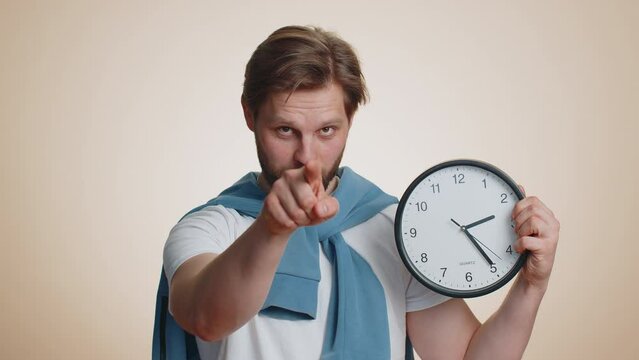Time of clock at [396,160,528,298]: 2:24
